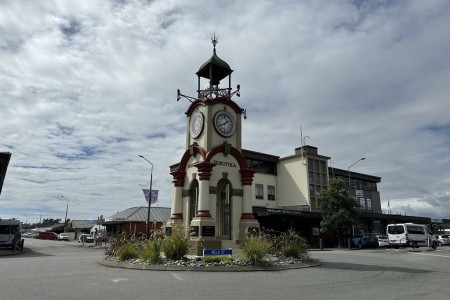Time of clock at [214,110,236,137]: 1:41
